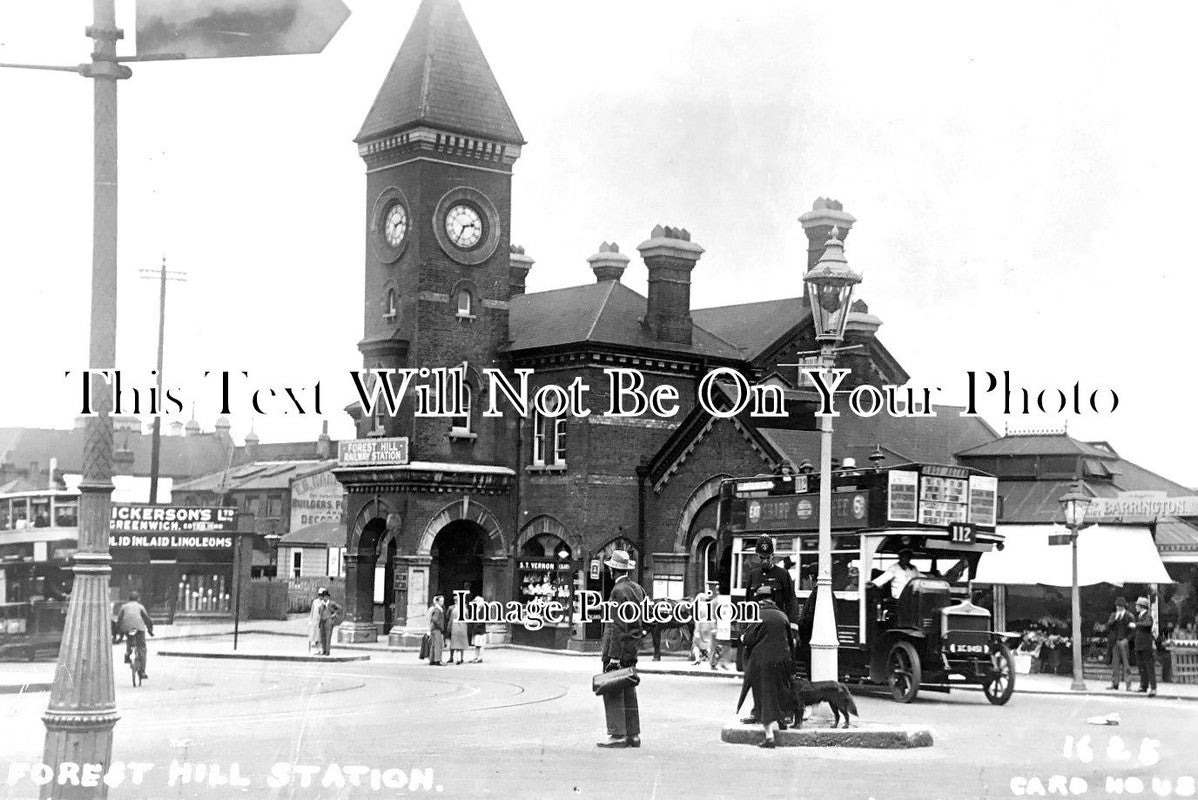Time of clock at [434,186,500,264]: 2:34
